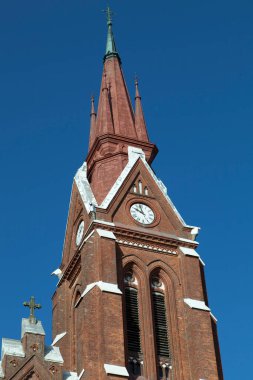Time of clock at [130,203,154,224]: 9:57
